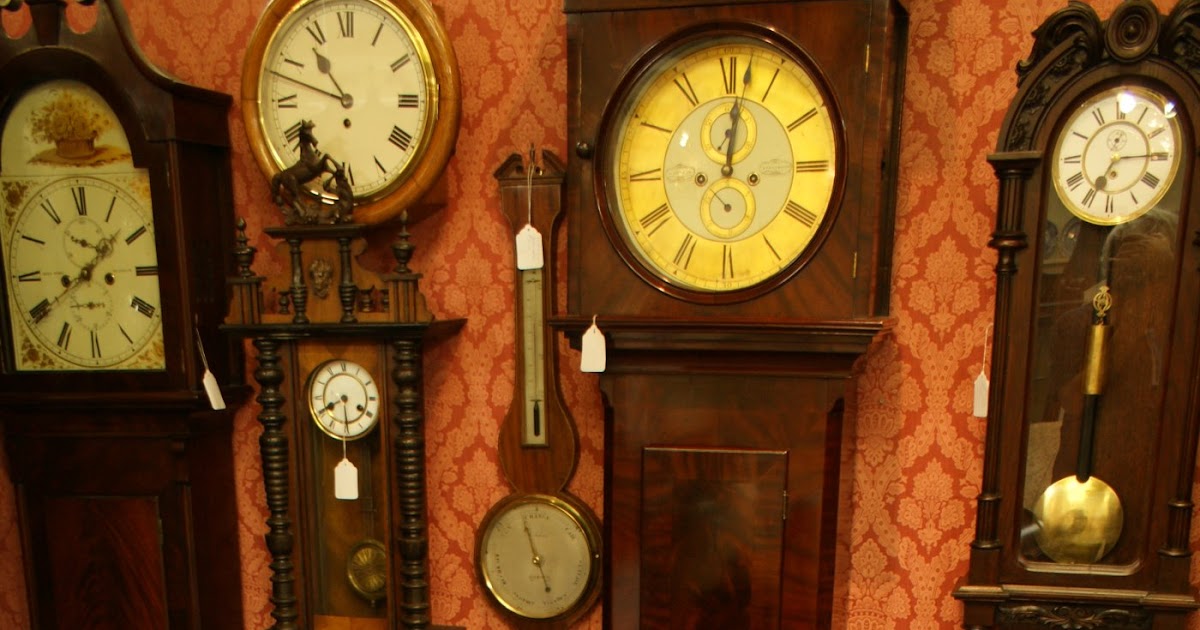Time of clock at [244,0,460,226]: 10:47
